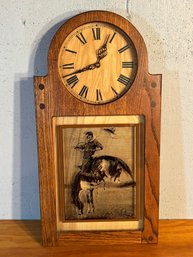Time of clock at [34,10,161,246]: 12:41
